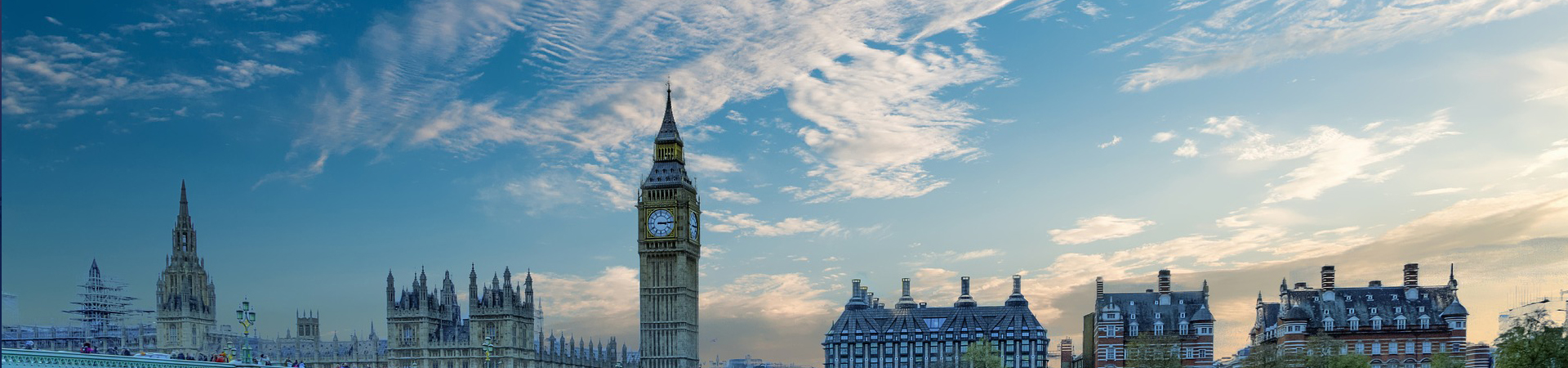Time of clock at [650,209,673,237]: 3:14
